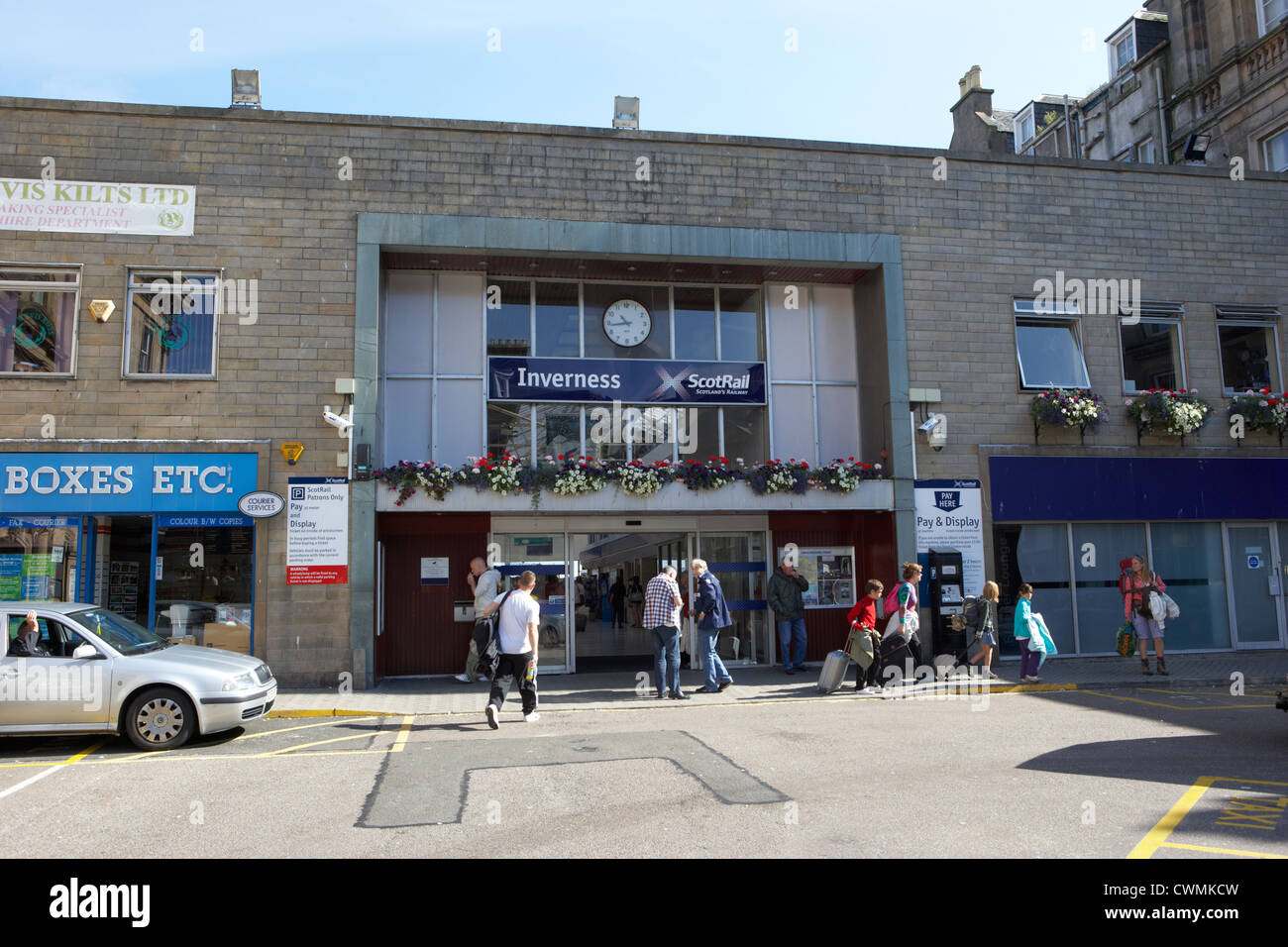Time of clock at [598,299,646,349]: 10:43
